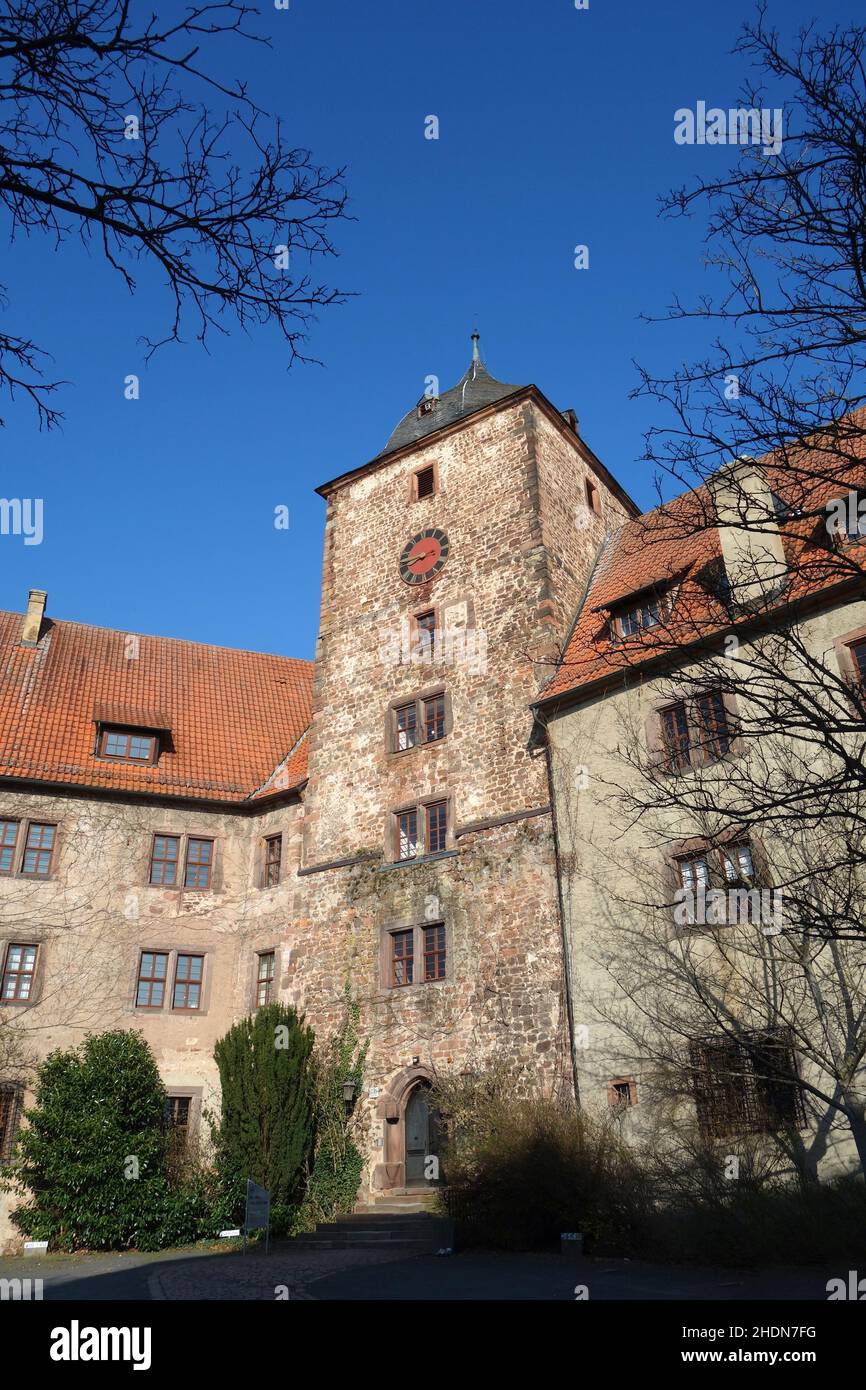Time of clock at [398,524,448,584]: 7:42
